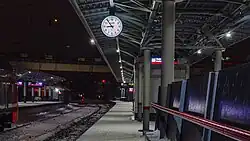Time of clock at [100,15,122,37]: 8:53
